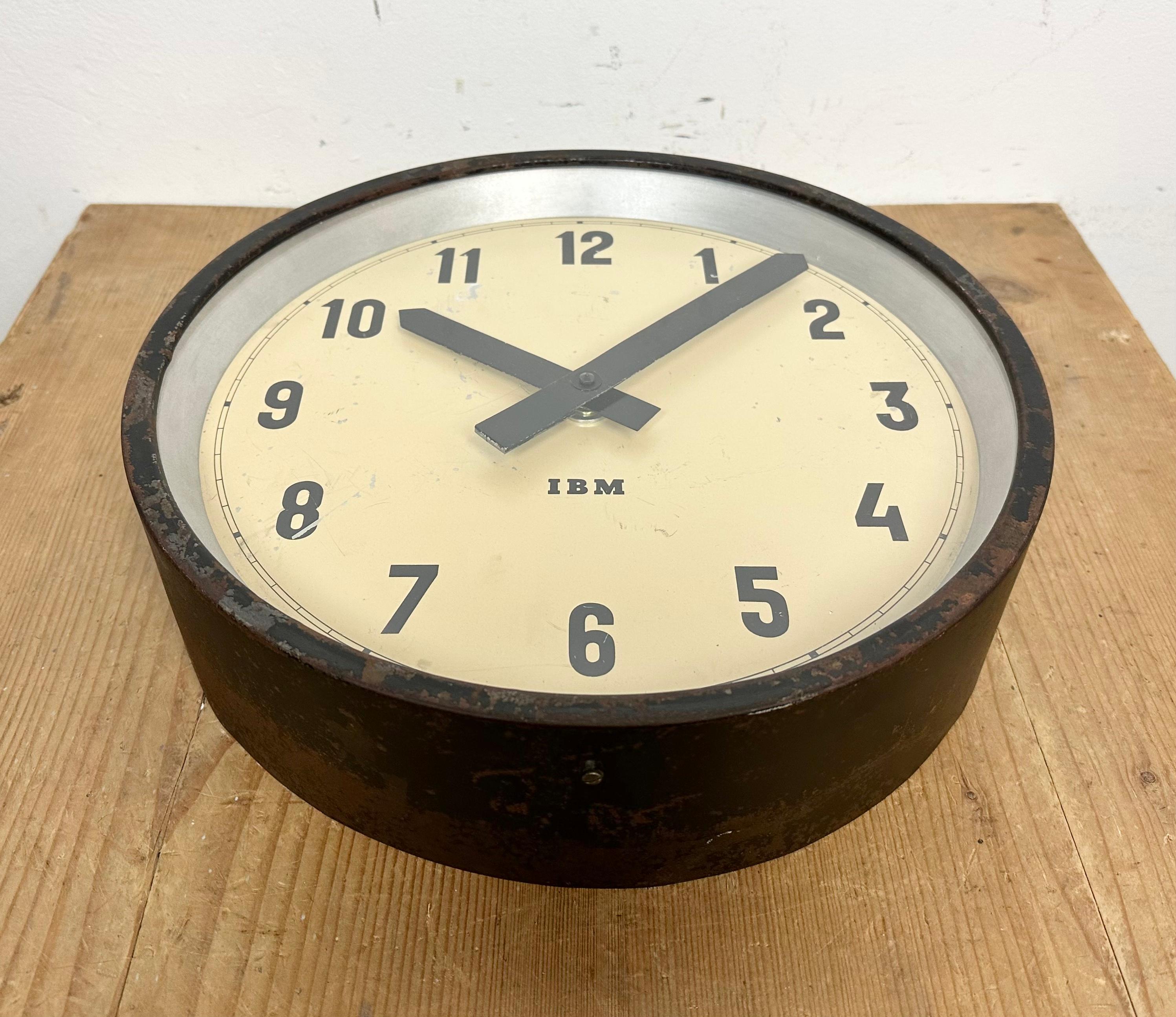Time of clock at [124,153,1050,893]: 10:07
